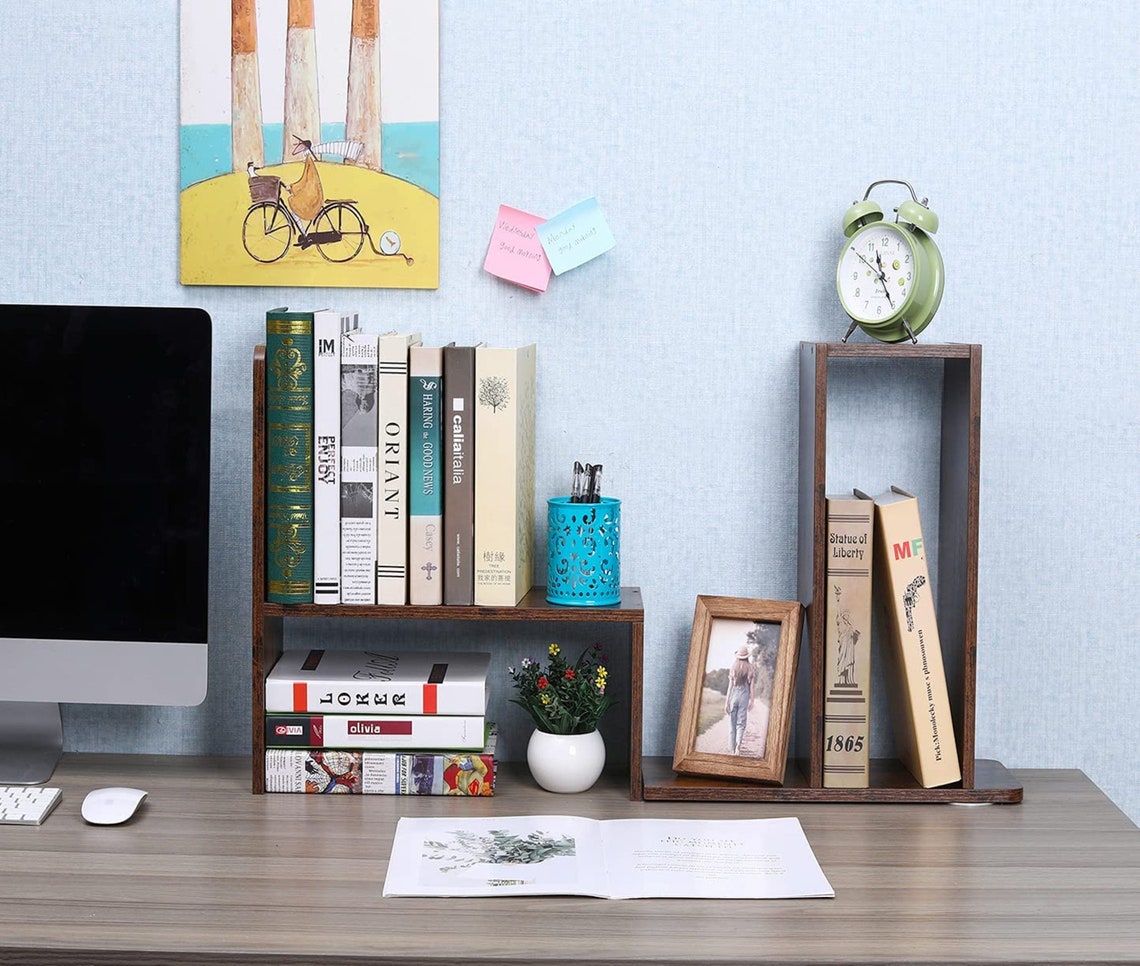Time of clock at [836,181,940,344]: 11:25
